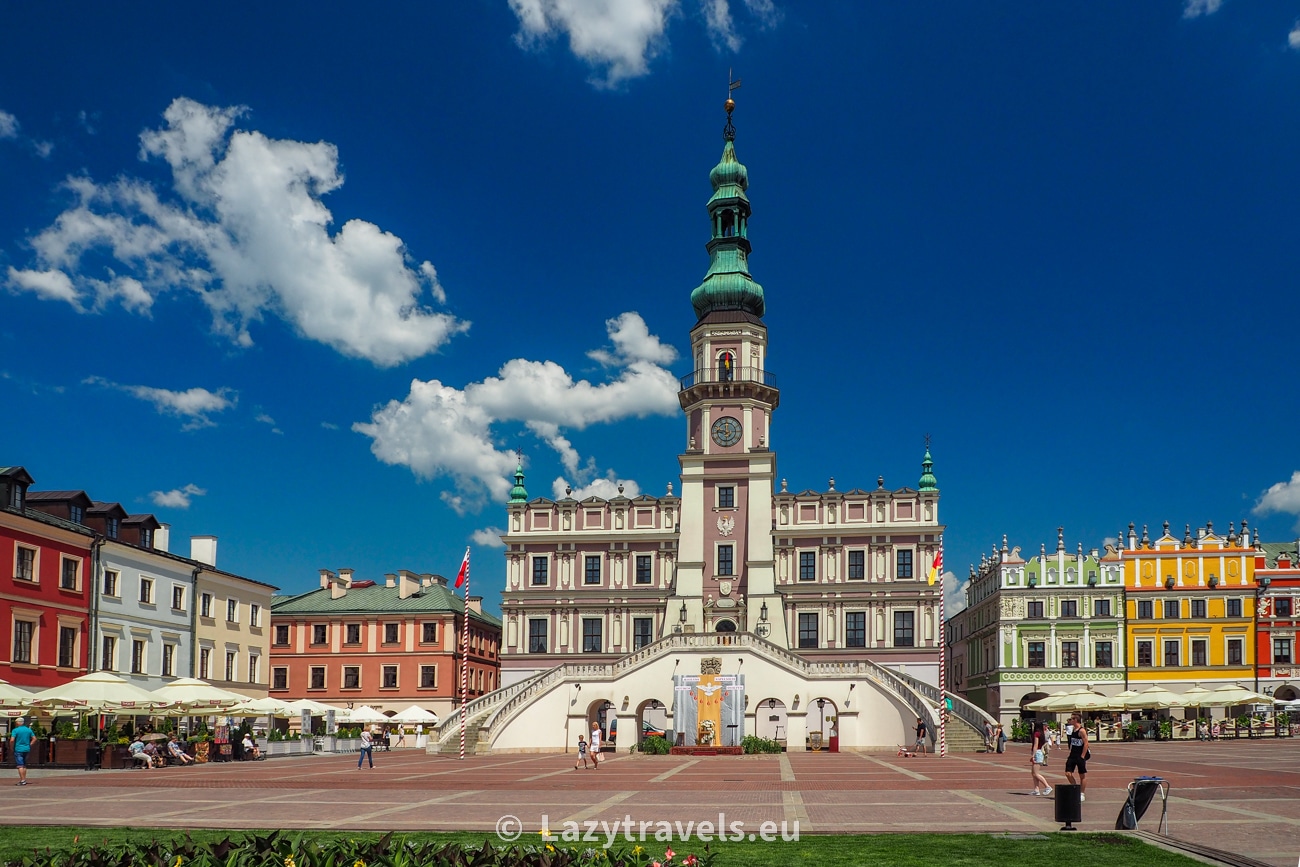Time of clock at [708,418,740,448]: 11:46
